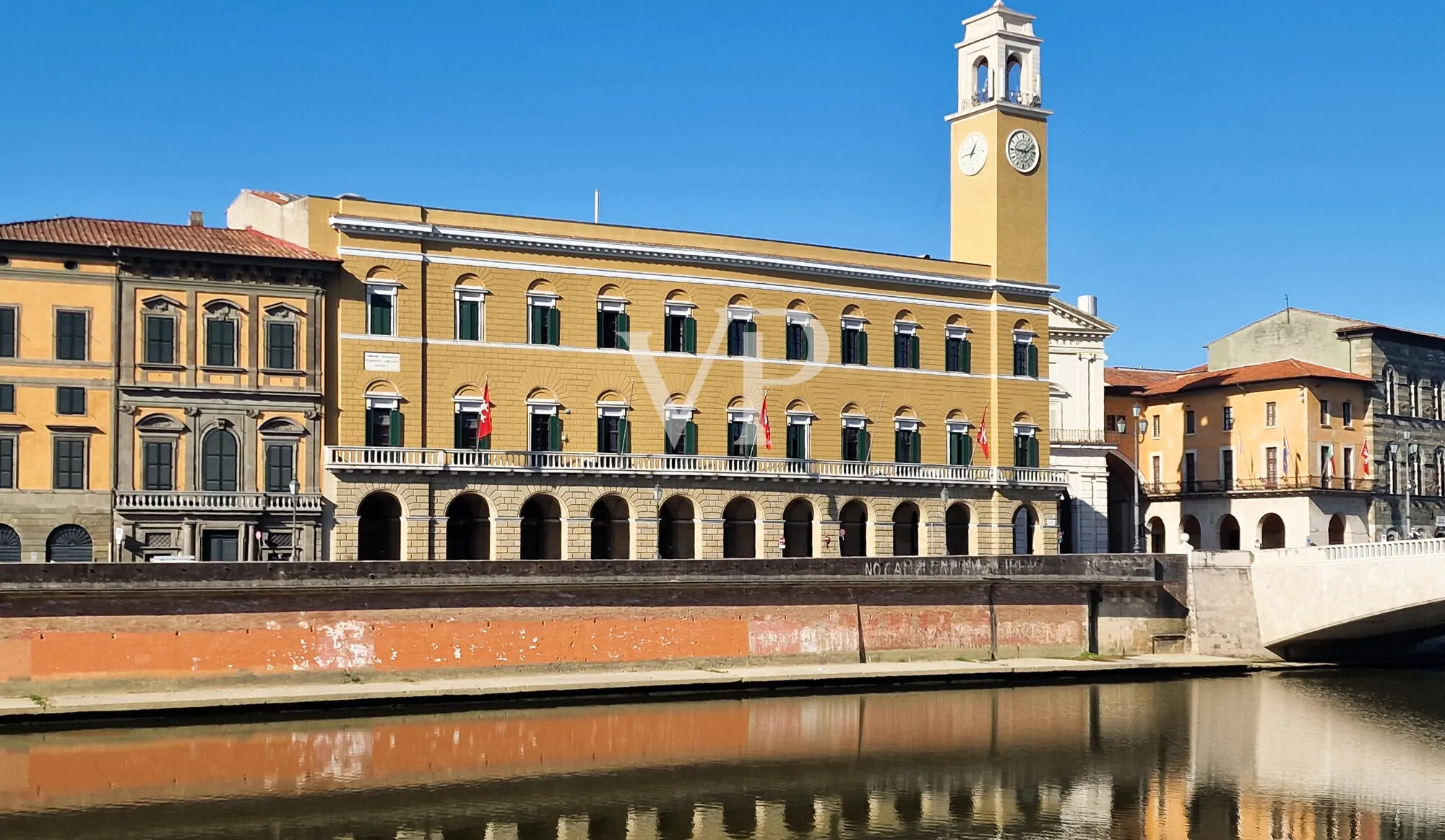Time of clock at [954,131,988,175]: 12:45
